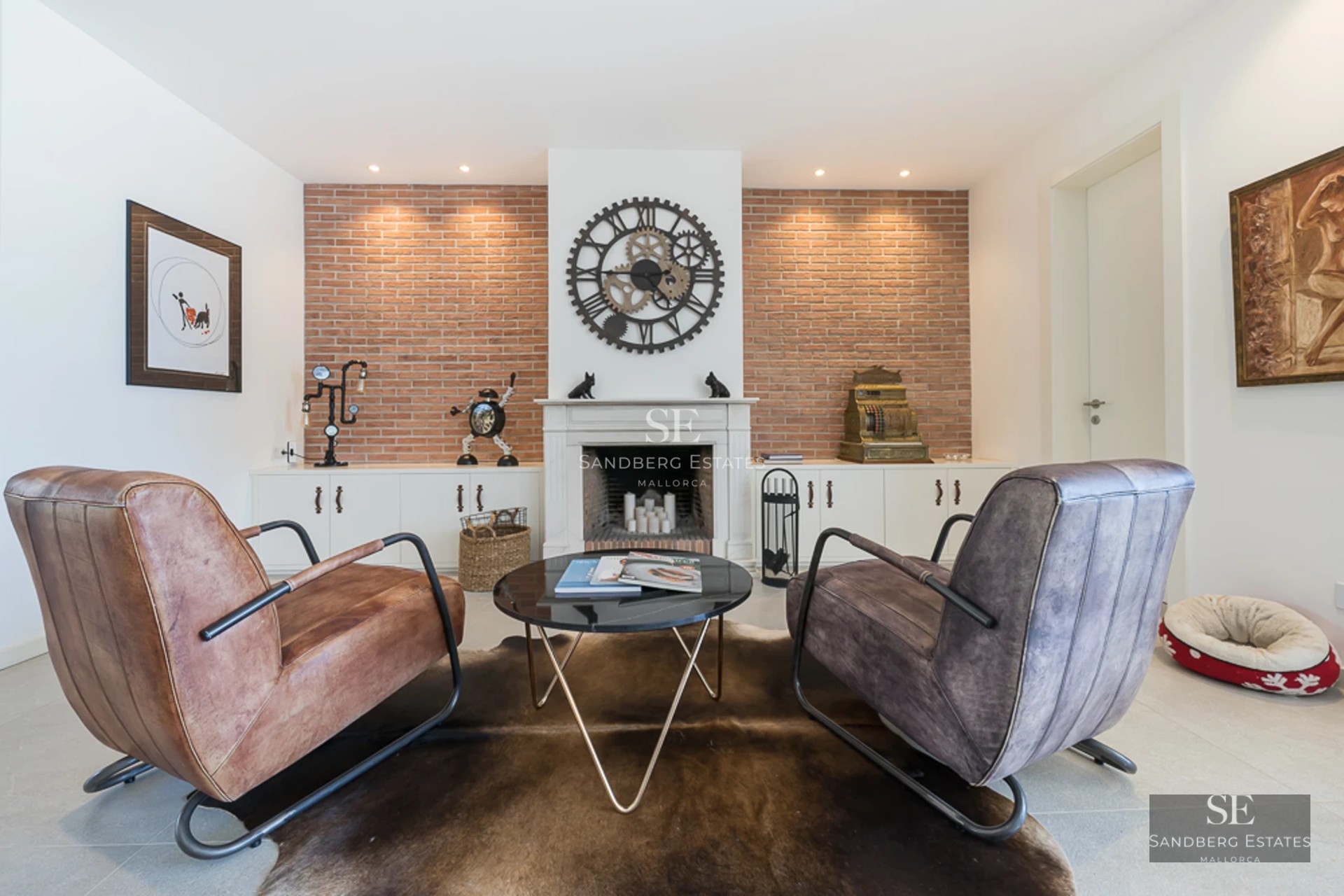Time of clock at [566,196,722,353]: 4:44
